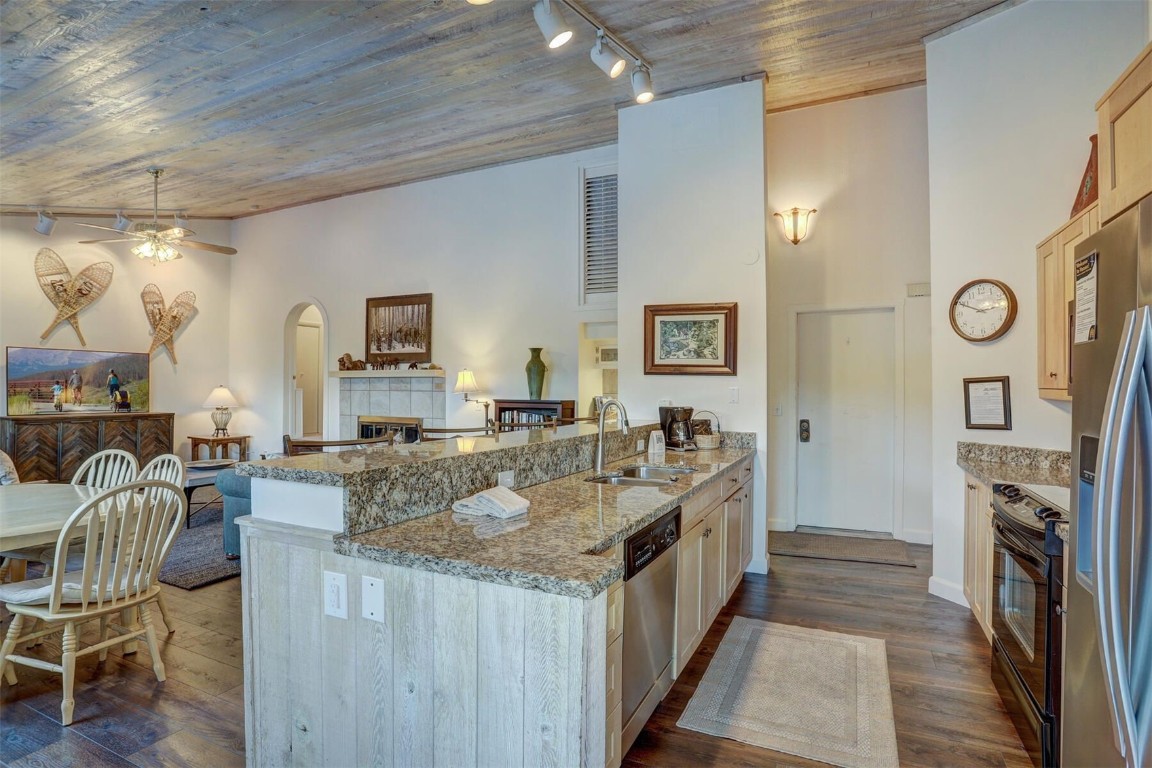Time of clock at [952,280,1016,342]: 2:49
